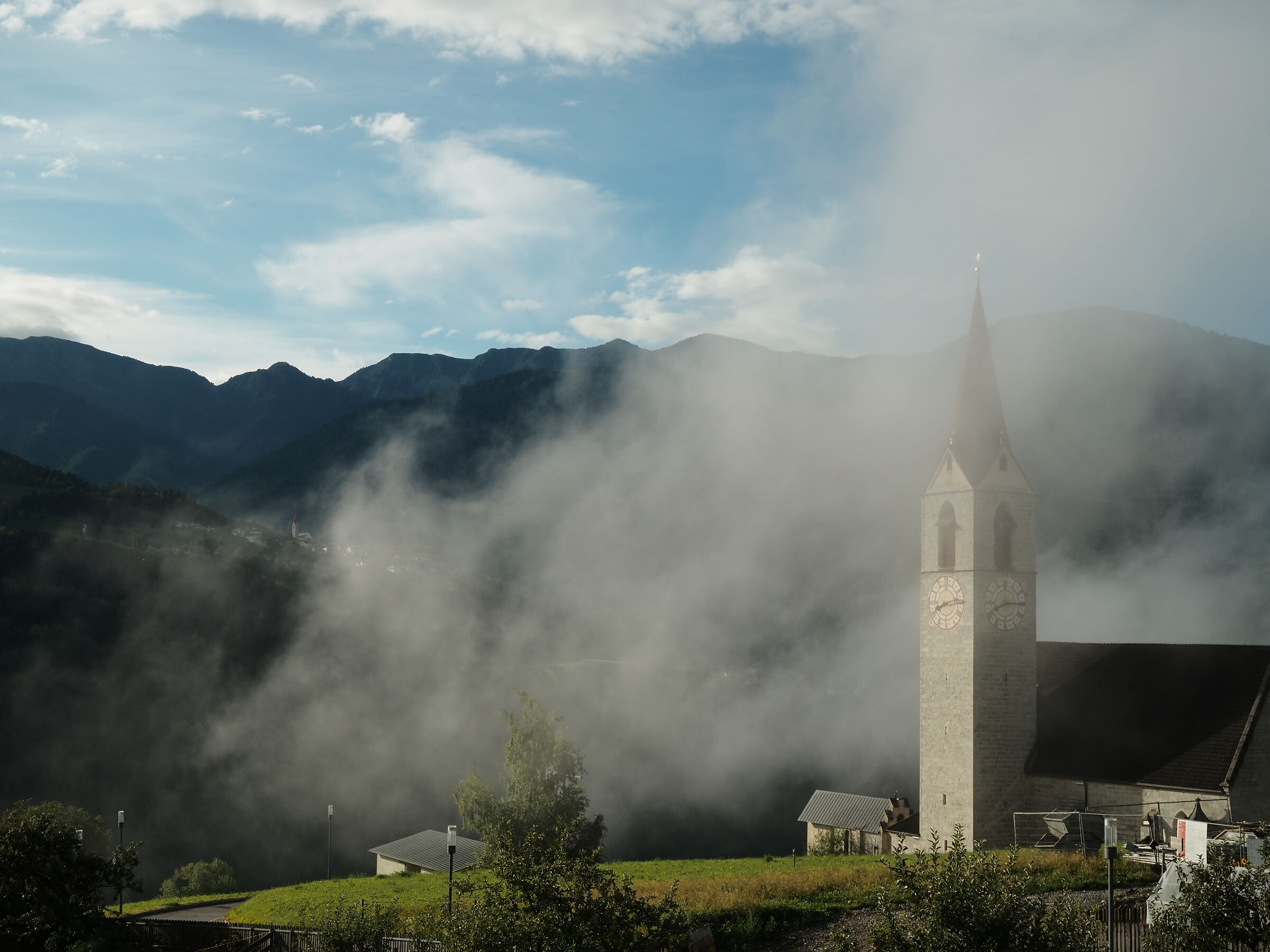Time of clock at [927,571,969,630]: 8:13
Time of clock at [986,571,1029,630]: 8:14
